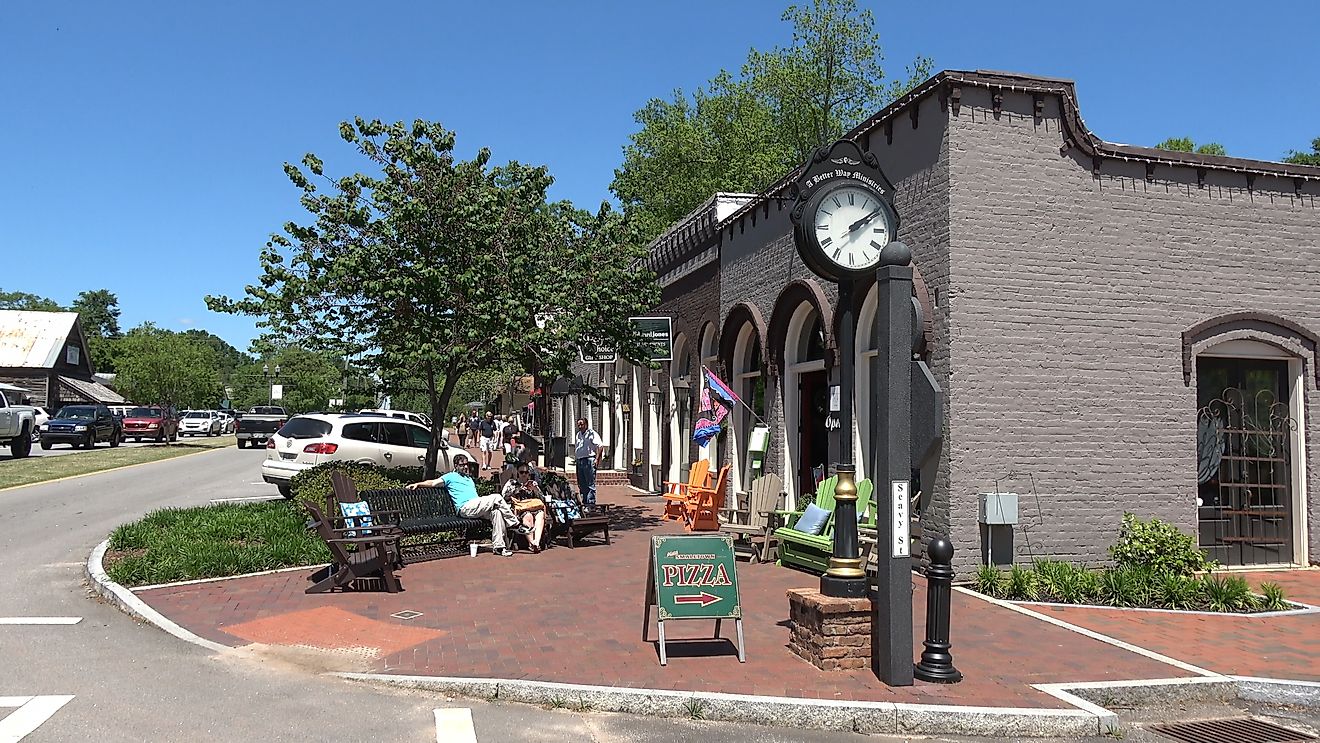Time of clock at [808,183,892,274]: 2:09
